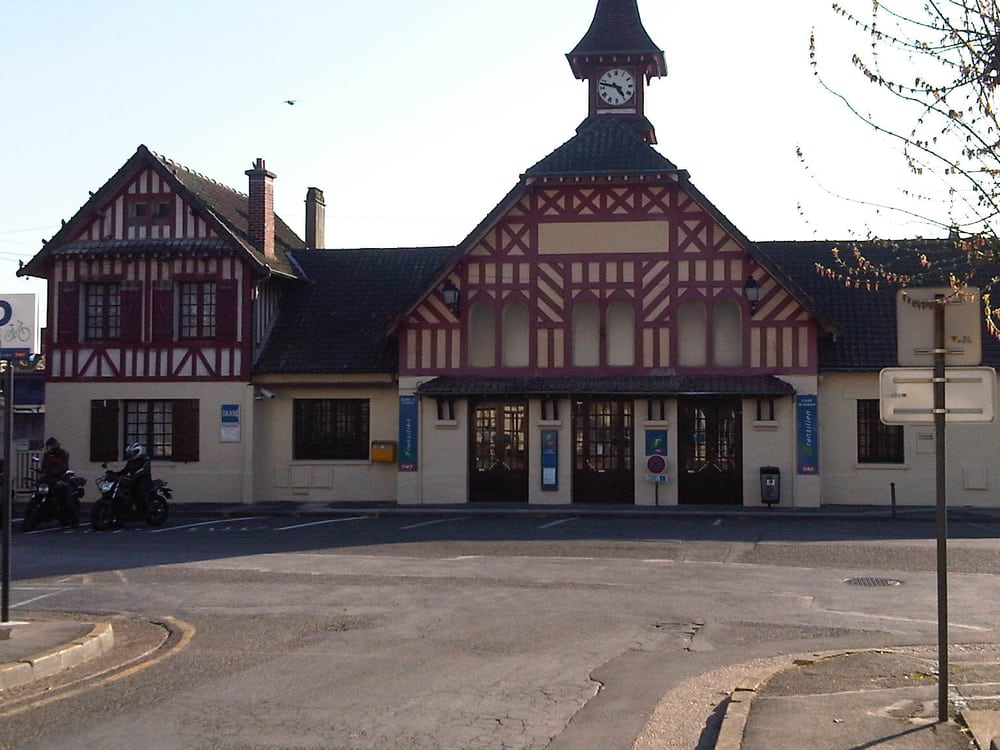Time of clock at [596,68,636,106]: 4:47
